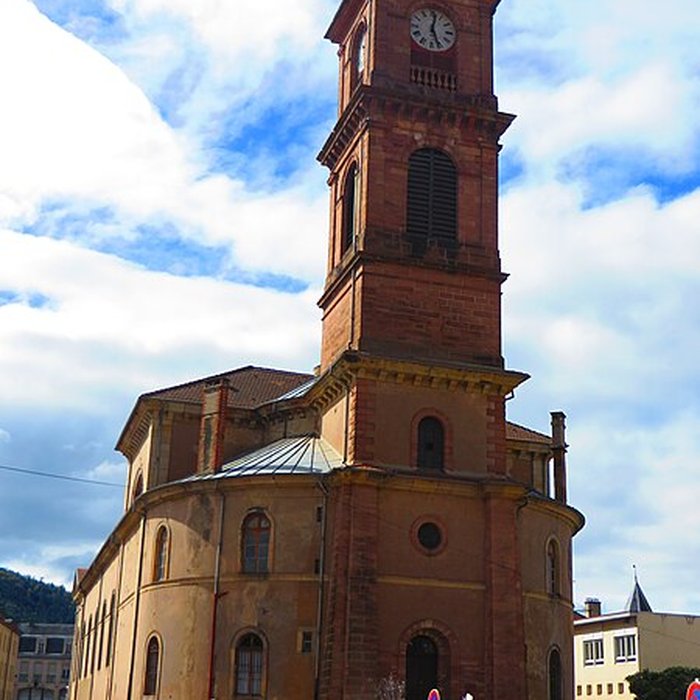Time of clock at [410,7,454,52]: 12:26
